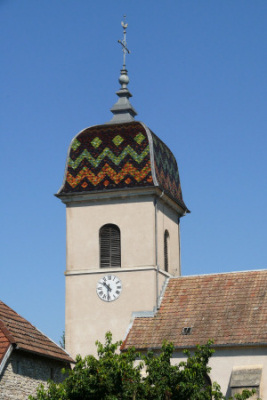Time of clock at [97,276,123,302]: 10:31
